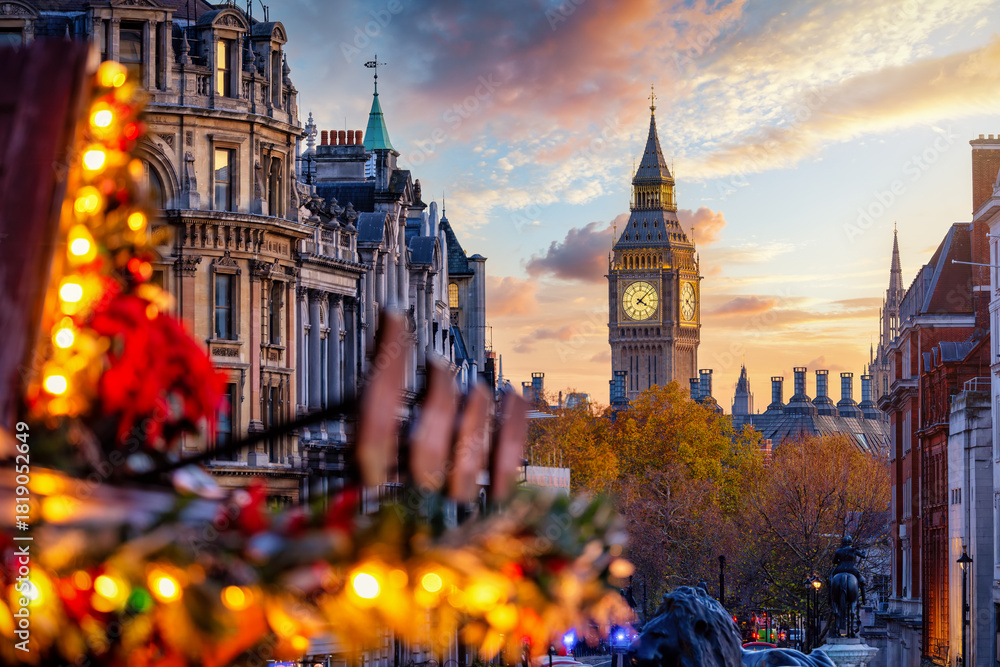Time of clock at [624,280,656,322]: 4:07
